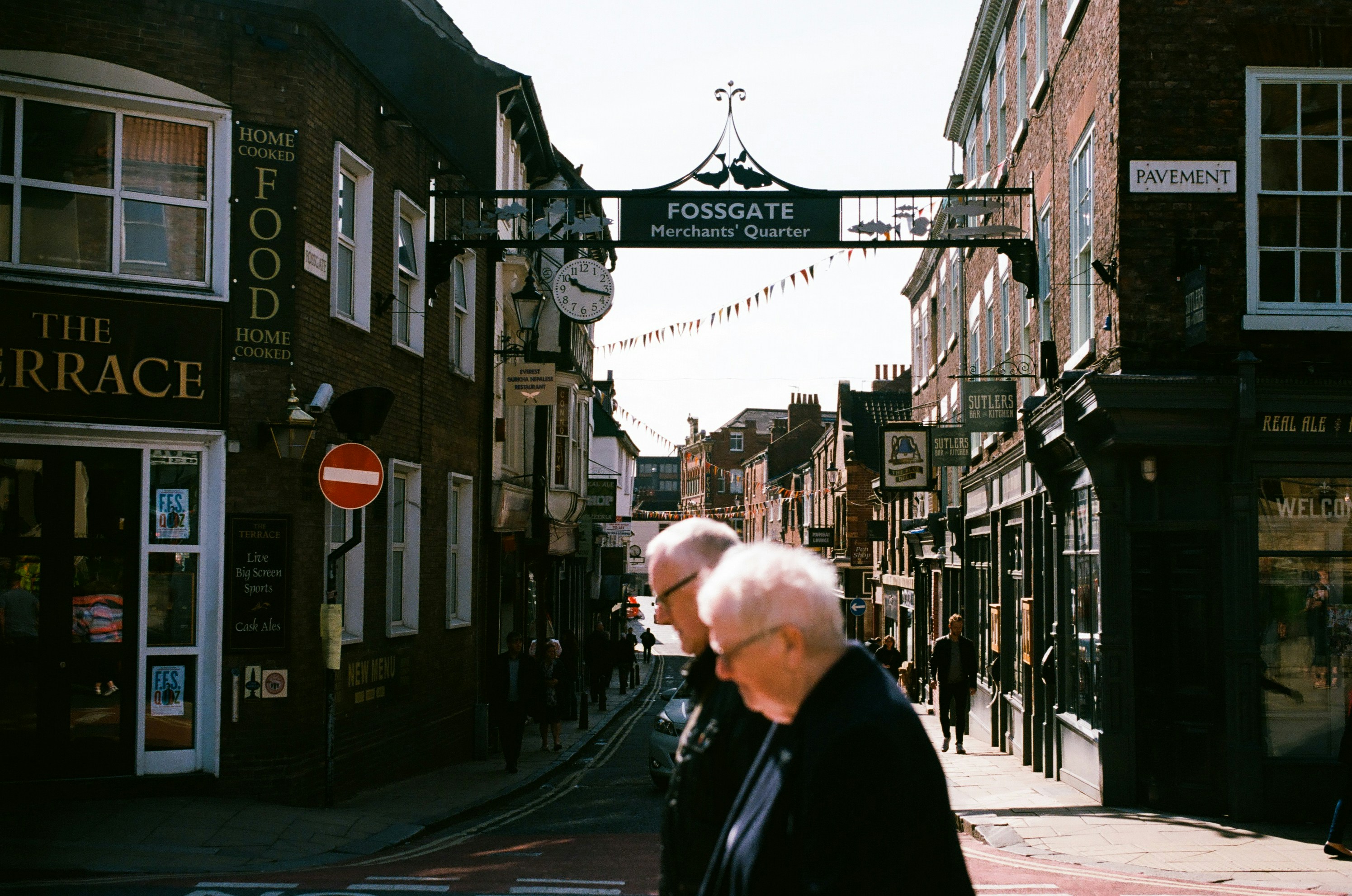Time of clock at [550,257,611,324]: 10:17
